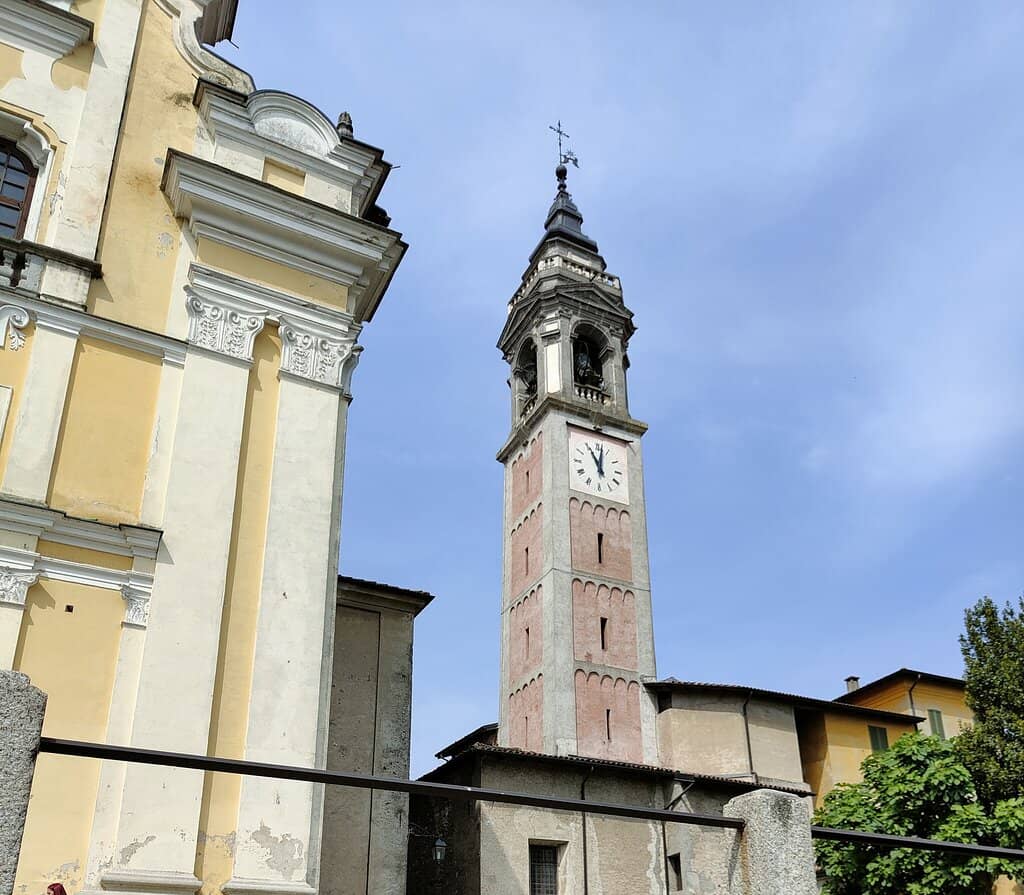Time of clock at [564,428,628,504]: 11:01
